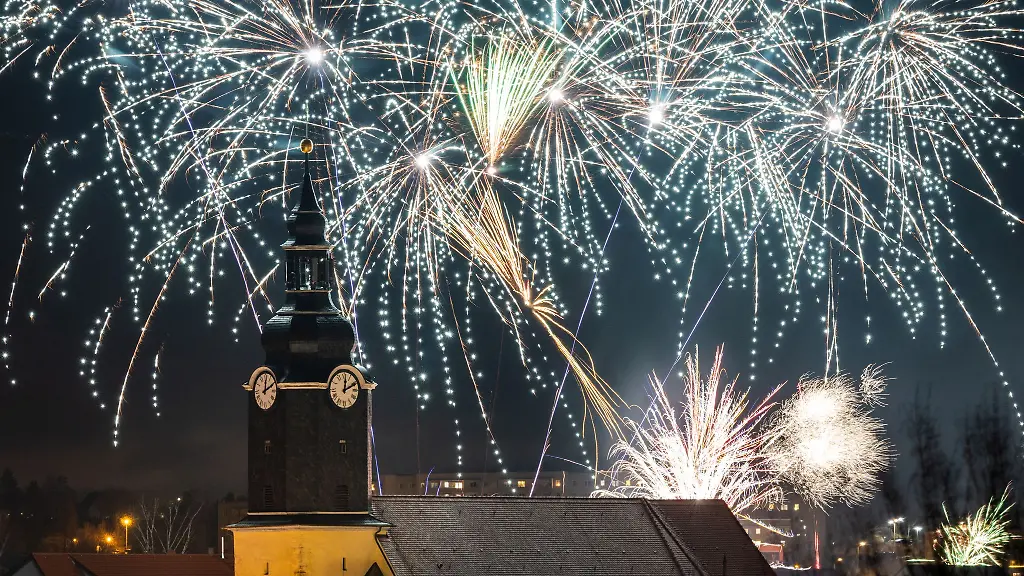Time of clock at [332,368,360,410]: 2:01
